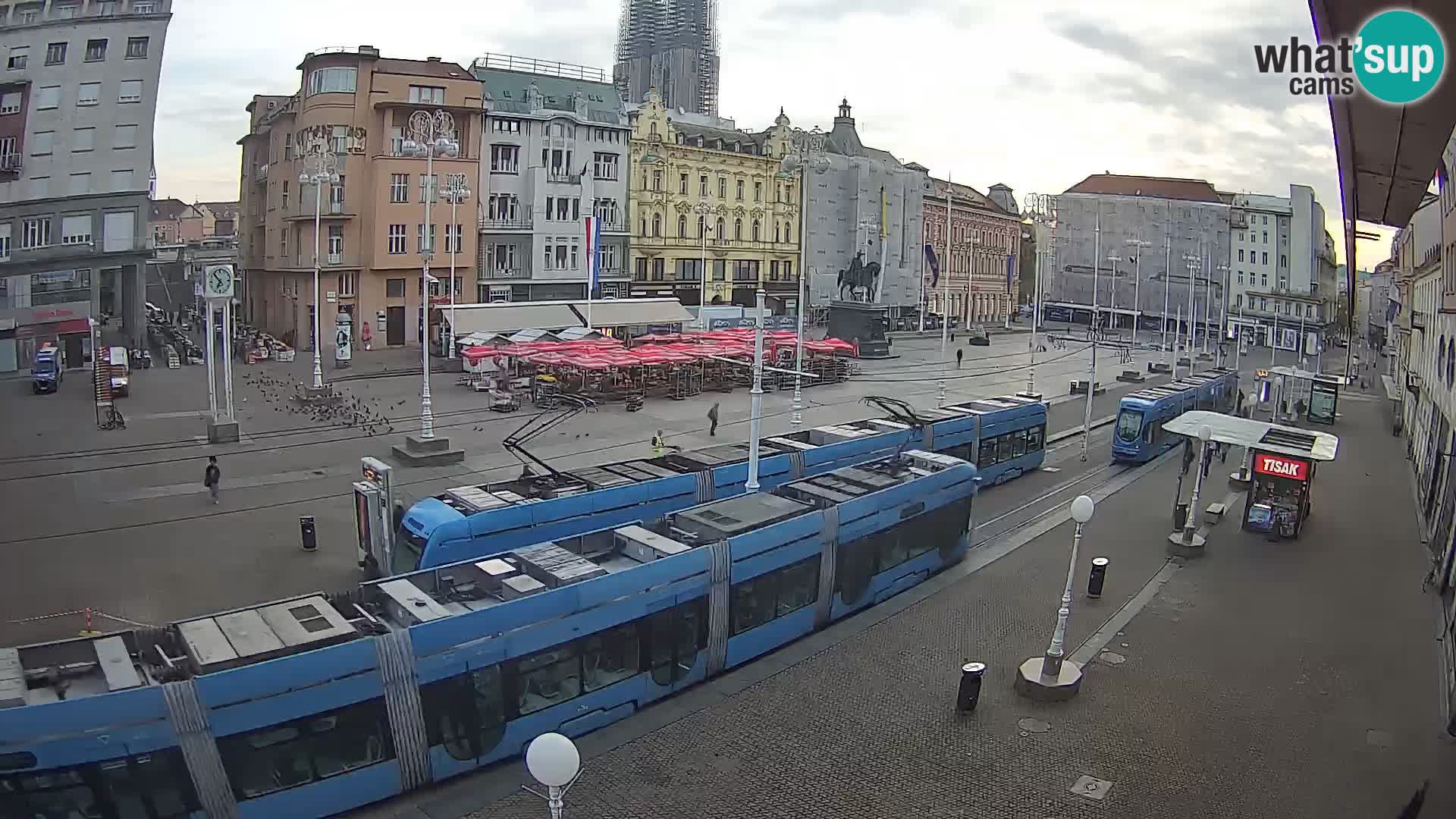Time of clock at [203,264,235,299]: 6:52
